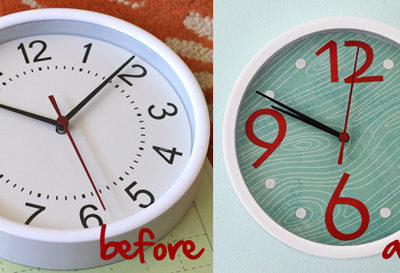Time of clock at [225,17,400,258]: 9:49
